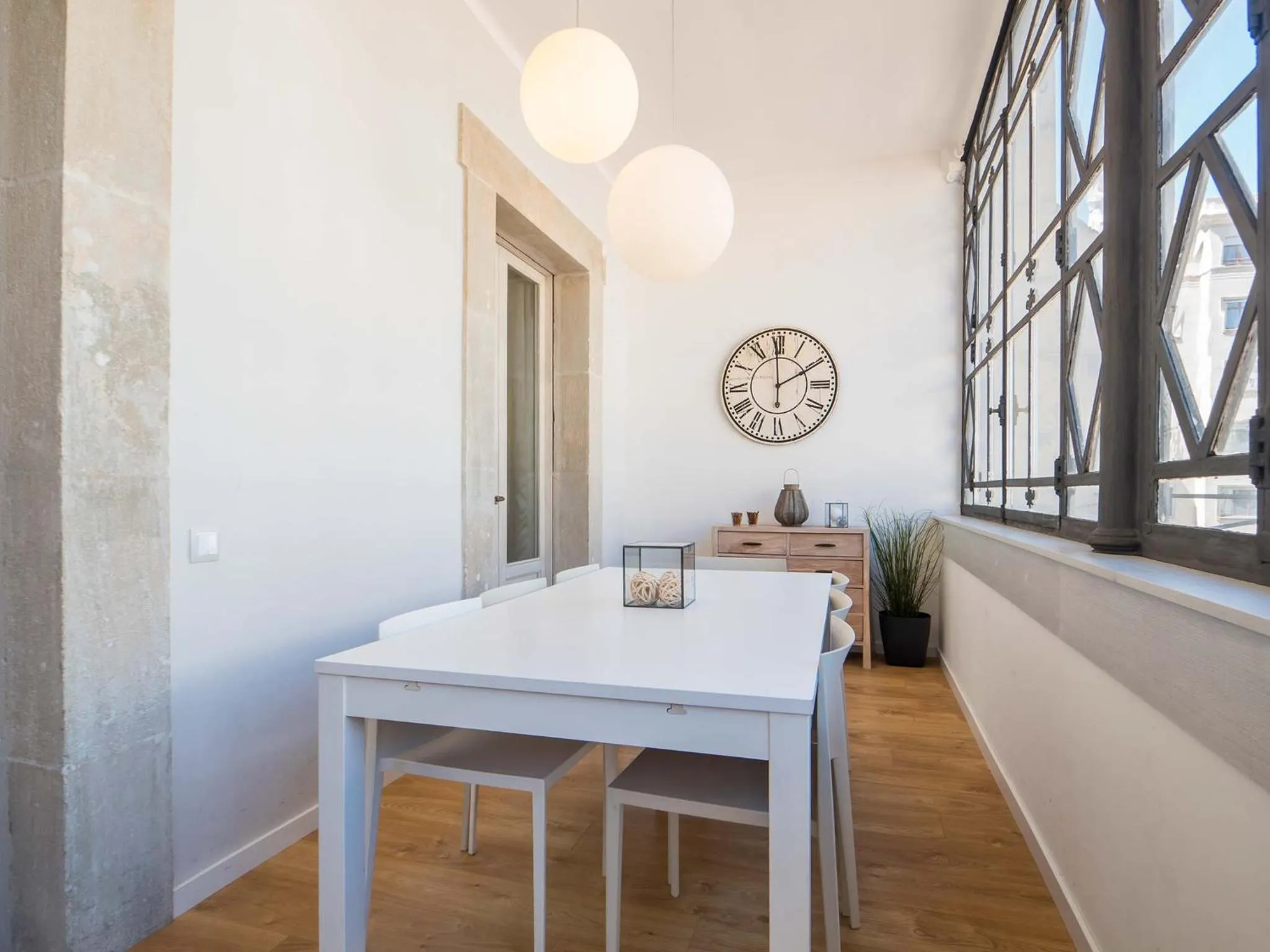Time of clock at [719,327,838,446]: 1:59
